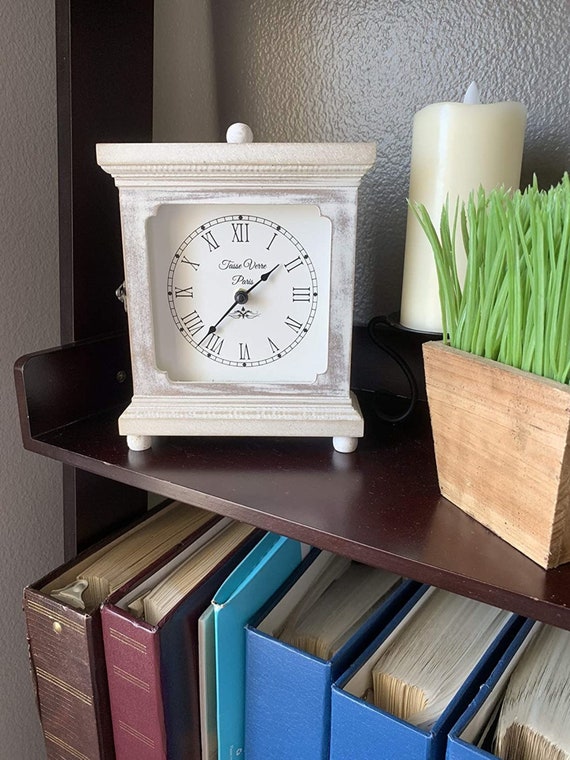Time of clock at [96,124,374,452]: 1:36
